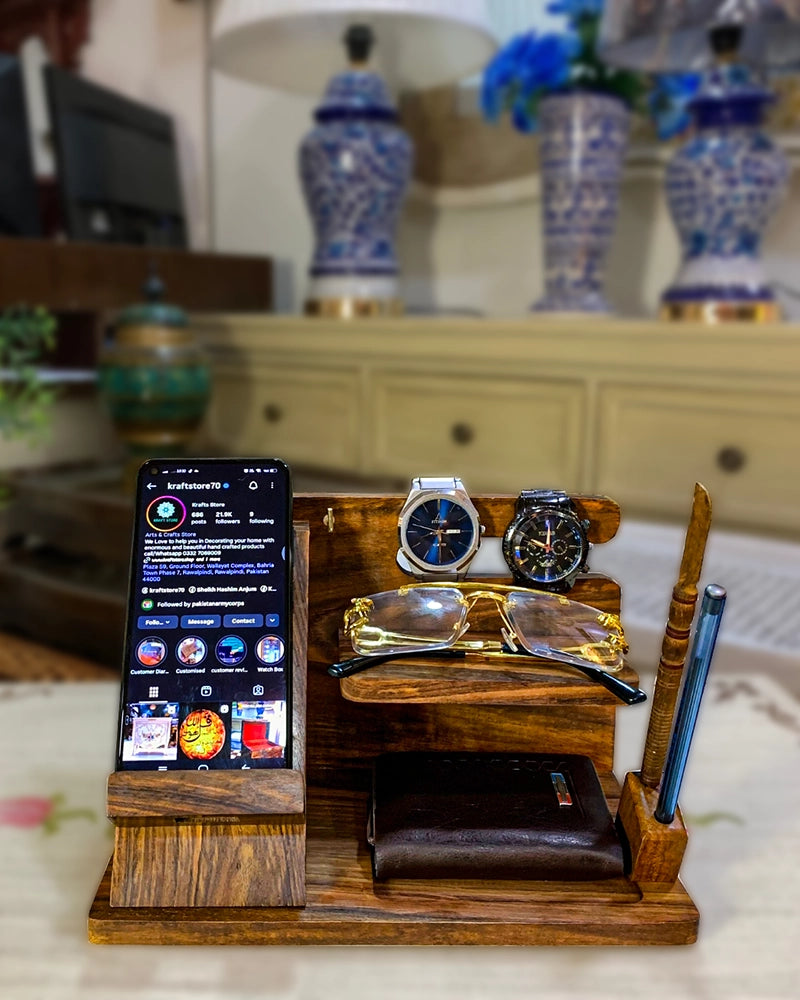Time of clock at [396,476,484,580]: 2:47
